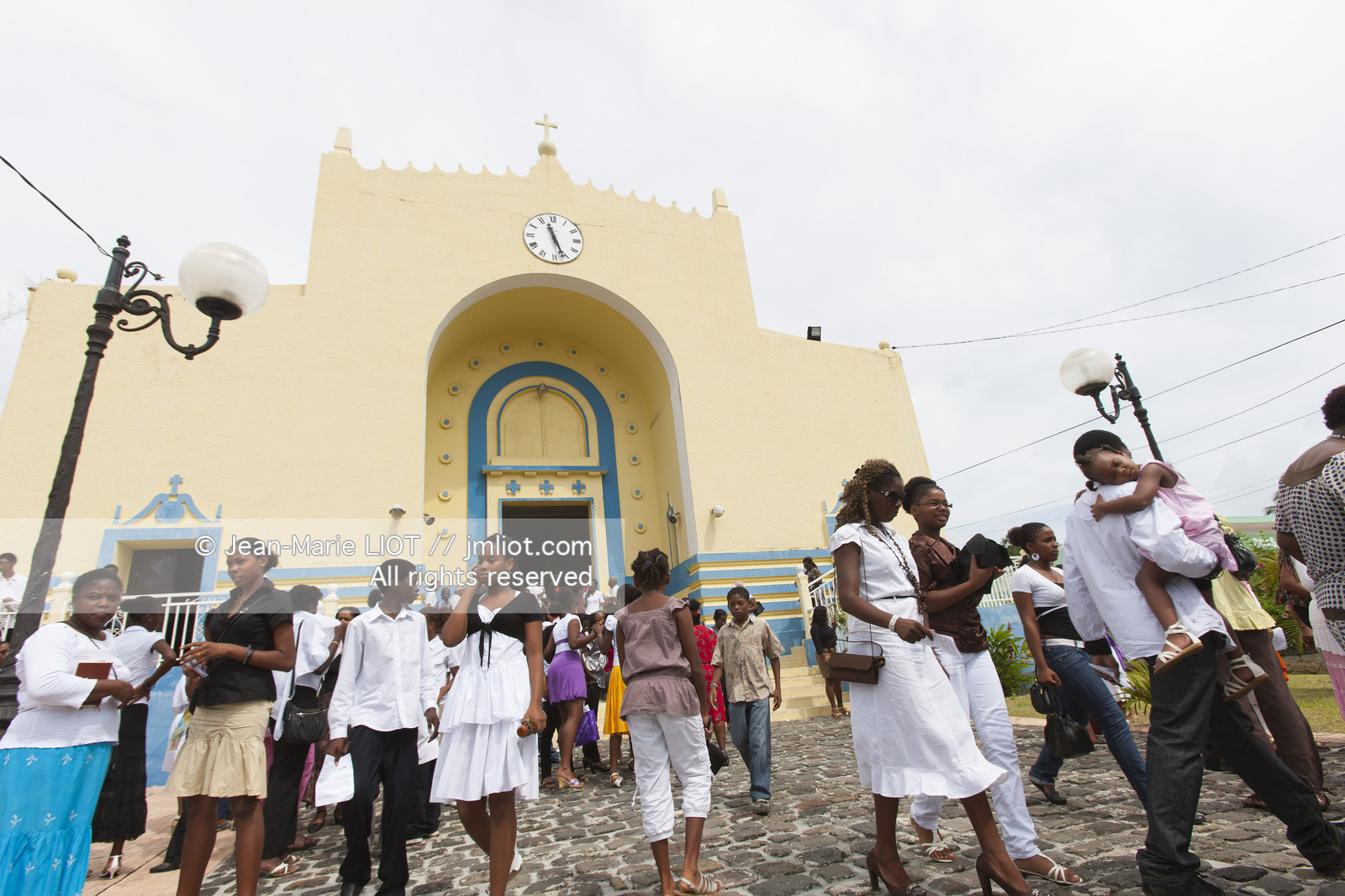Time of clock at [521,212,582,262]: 11:26
